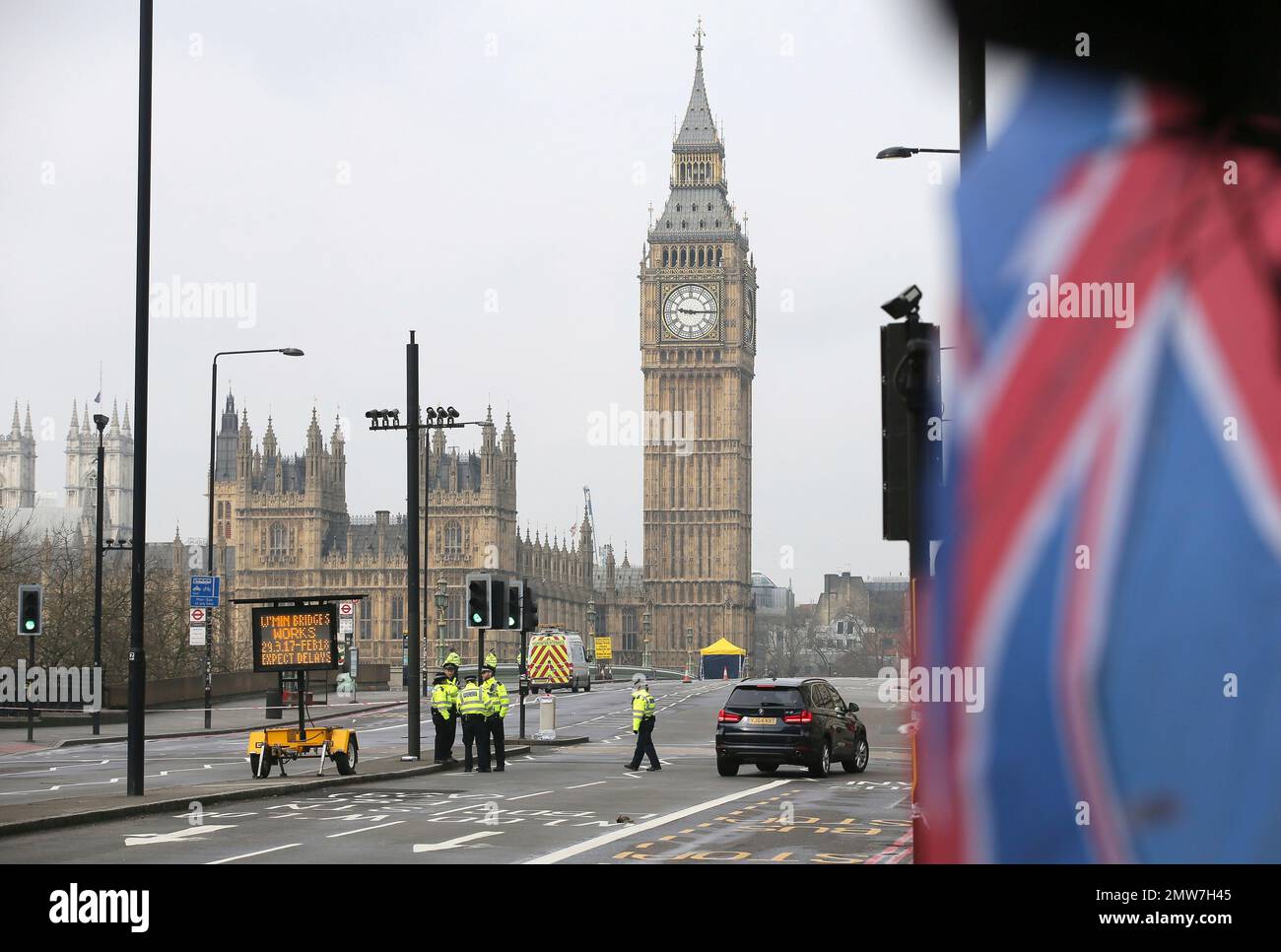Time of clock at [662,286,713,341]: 9:15
